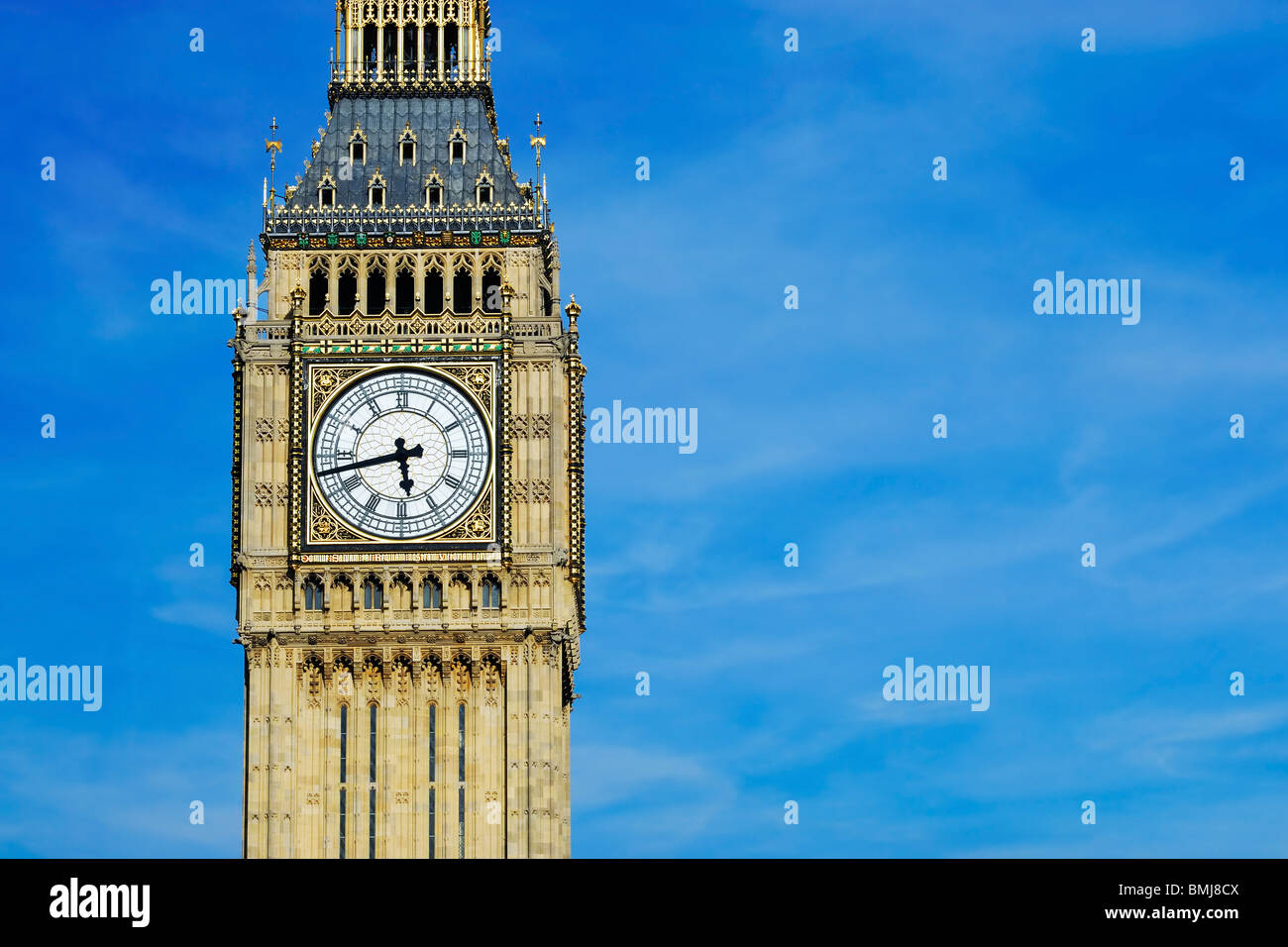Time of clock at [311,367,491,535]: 5:42
